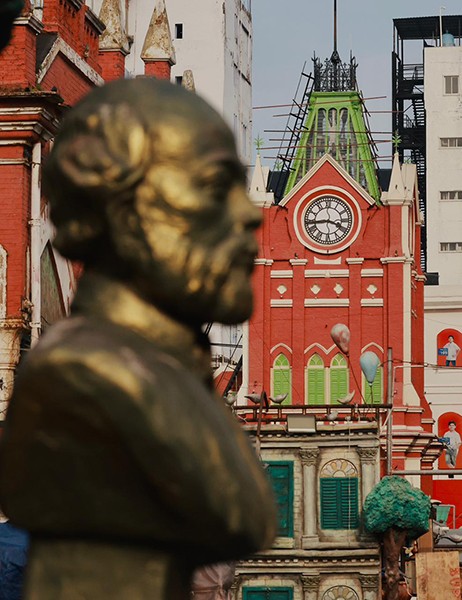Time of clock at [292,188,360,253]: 3:43
